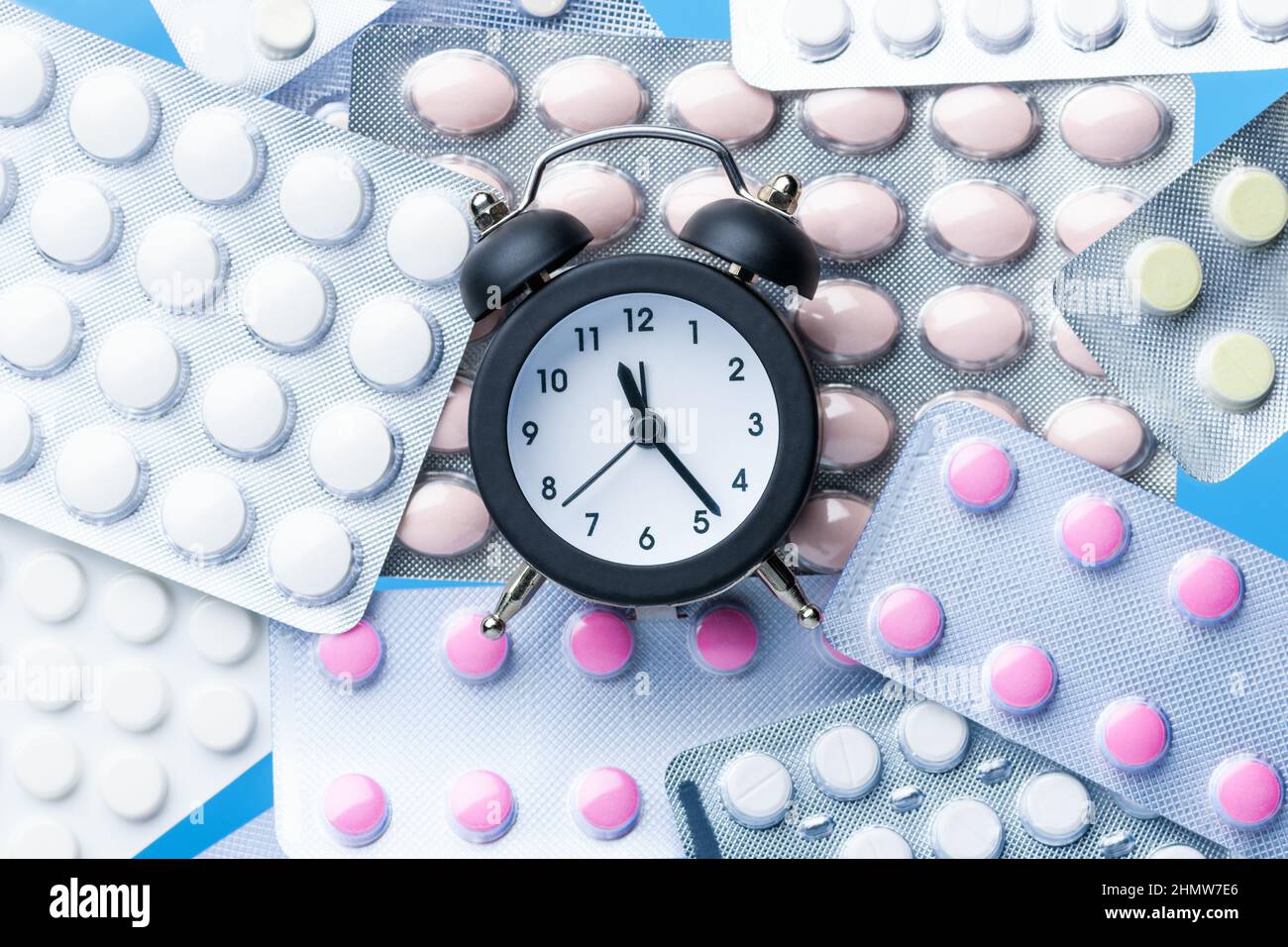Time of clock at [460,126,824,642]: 11:23
